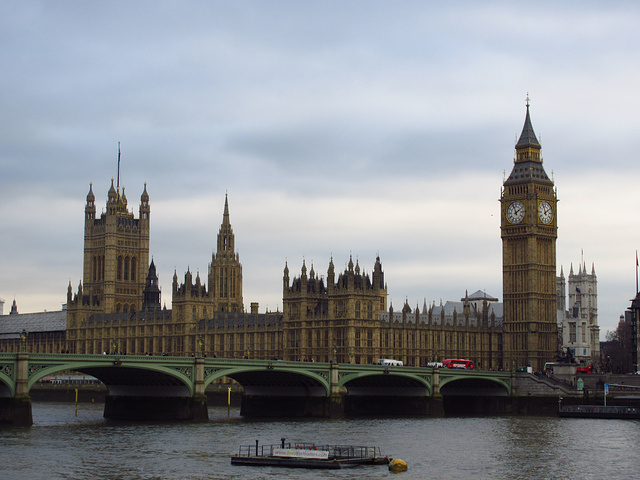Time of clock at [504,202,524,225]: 1:56
